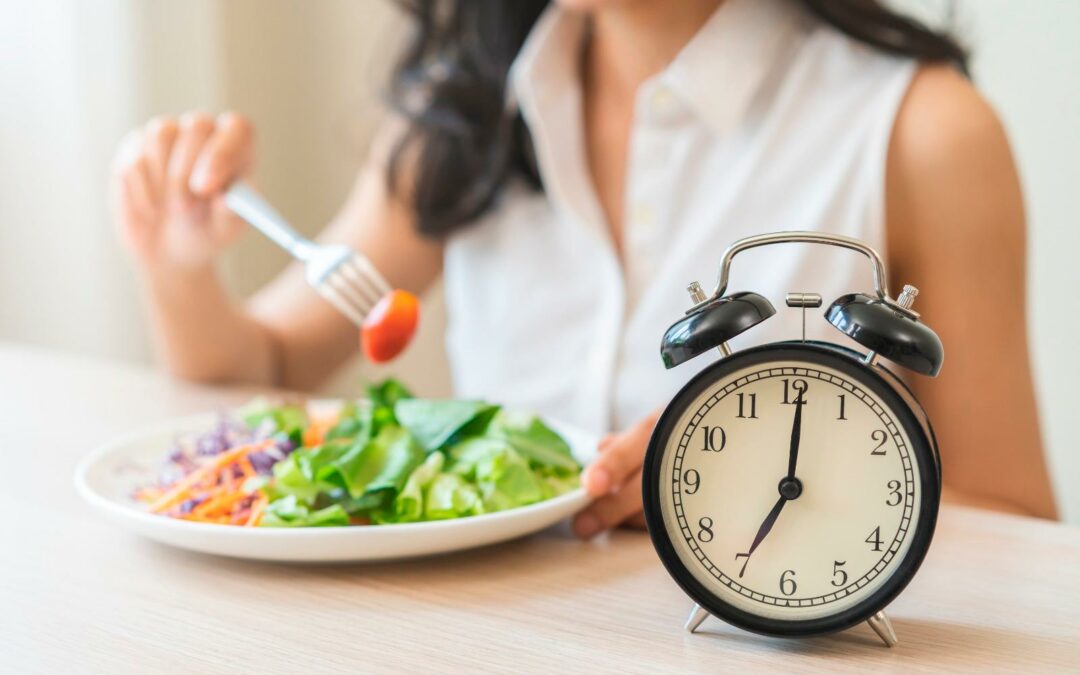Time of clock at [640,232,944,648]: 7:00
